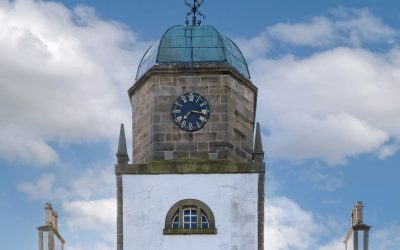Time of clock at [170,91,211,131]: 7:16
